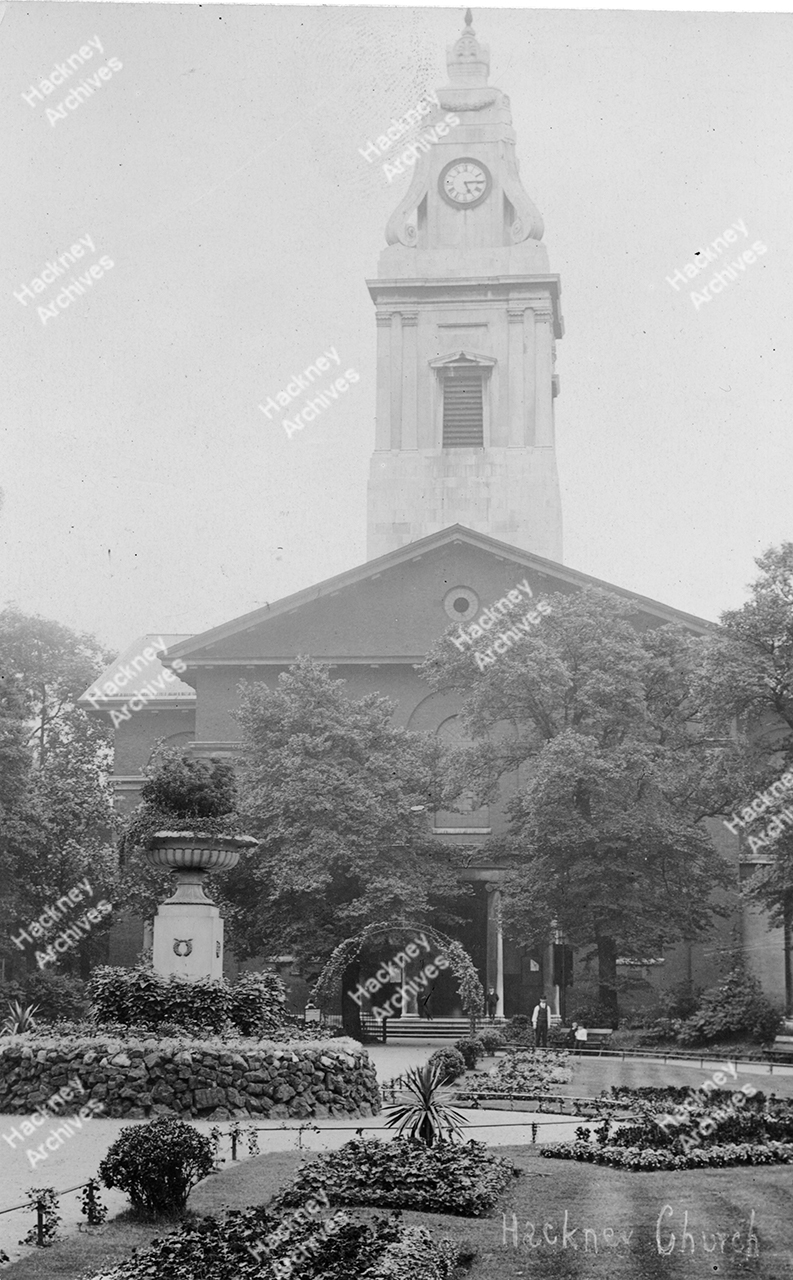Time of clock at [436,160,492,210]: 5:14
